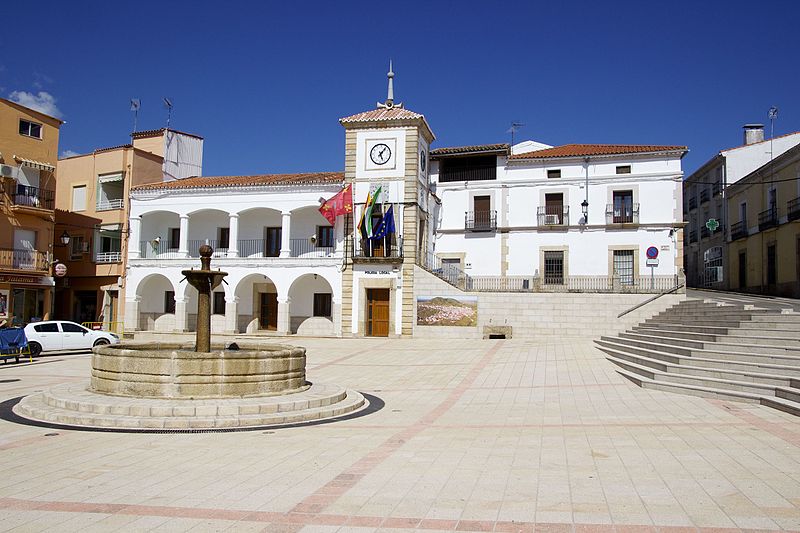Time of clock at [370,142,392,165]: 5:06
